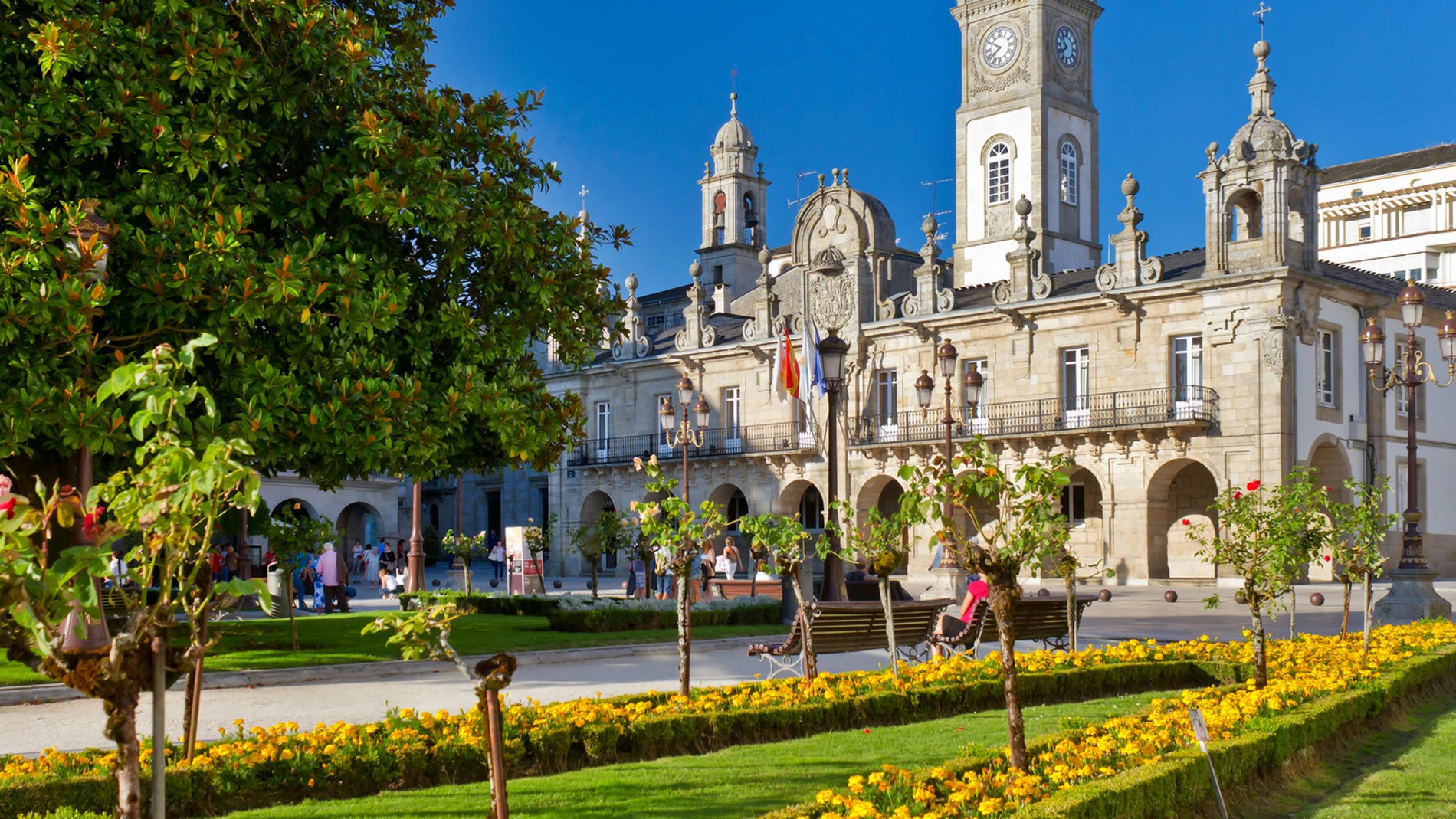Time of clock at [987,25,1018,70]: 7:50
